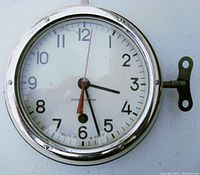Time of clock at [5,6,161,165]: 3:27
